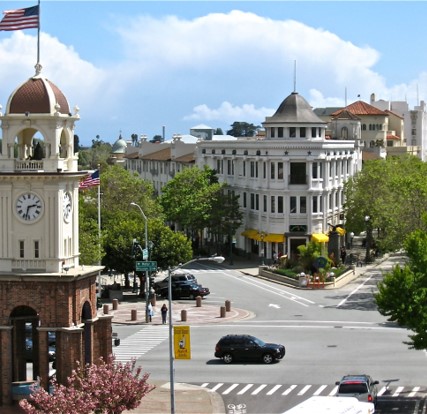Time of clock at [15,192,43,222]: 2:32
